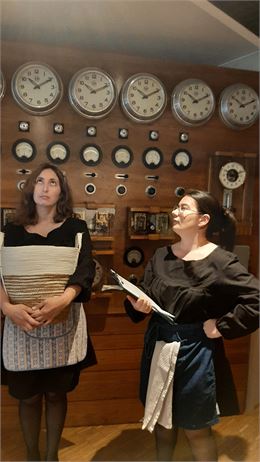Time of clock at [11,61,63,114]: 10:10
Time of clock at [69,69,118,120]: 10:10
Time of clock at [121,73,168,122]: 10:10
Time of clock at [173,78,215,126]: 10:10
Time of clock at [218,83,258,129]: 10:10
